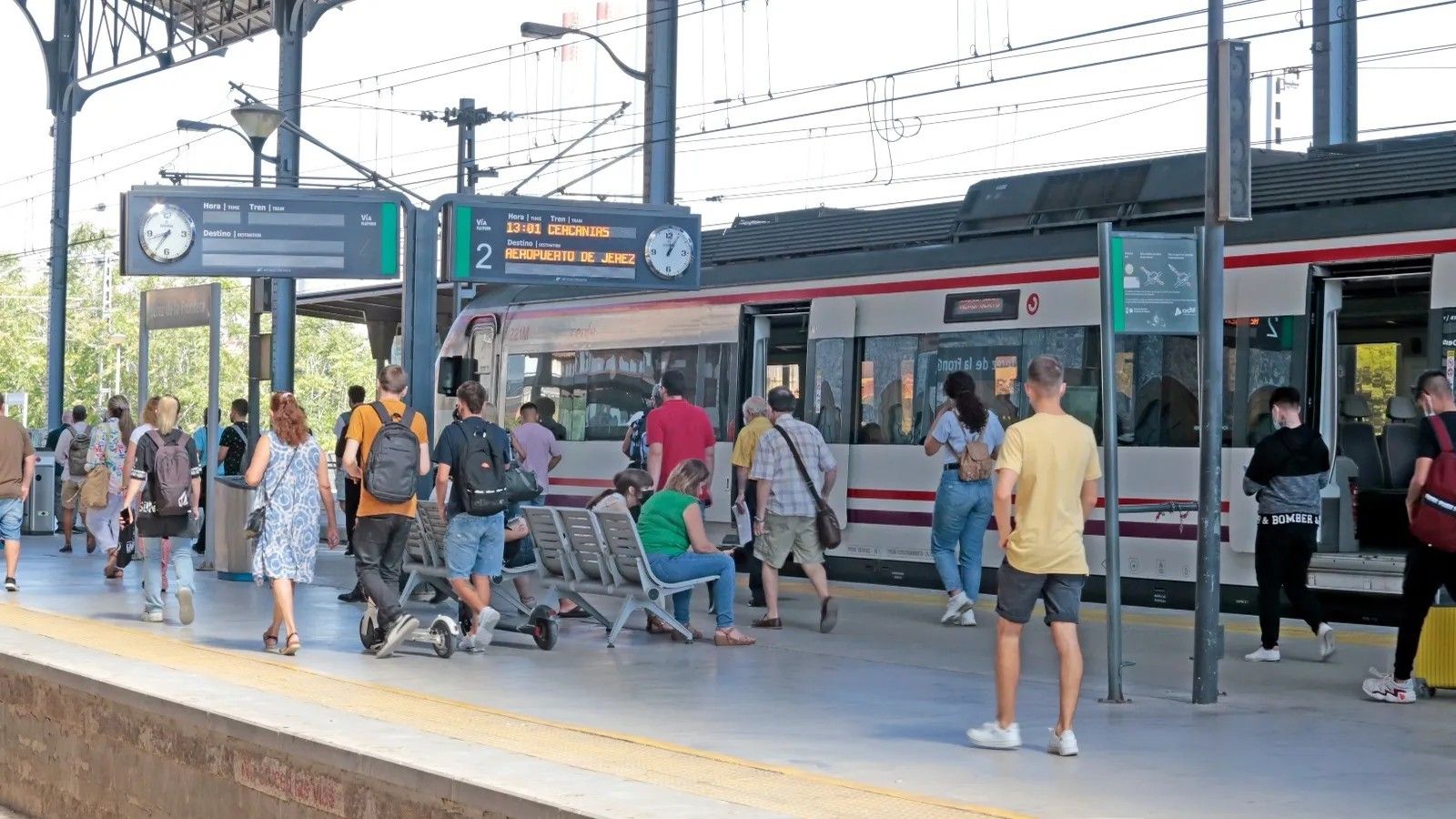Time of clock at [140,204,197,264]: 8:35
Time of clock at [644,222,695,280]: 12:05
